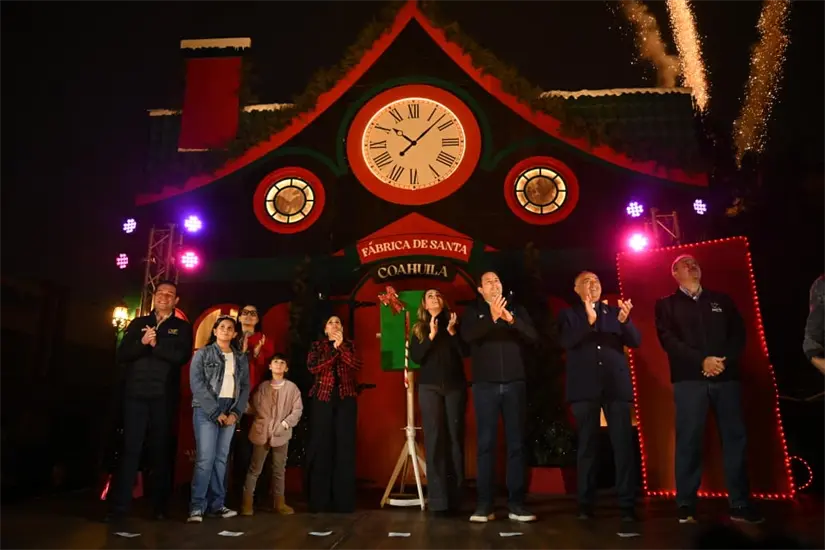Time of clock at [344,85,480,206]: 10:07
